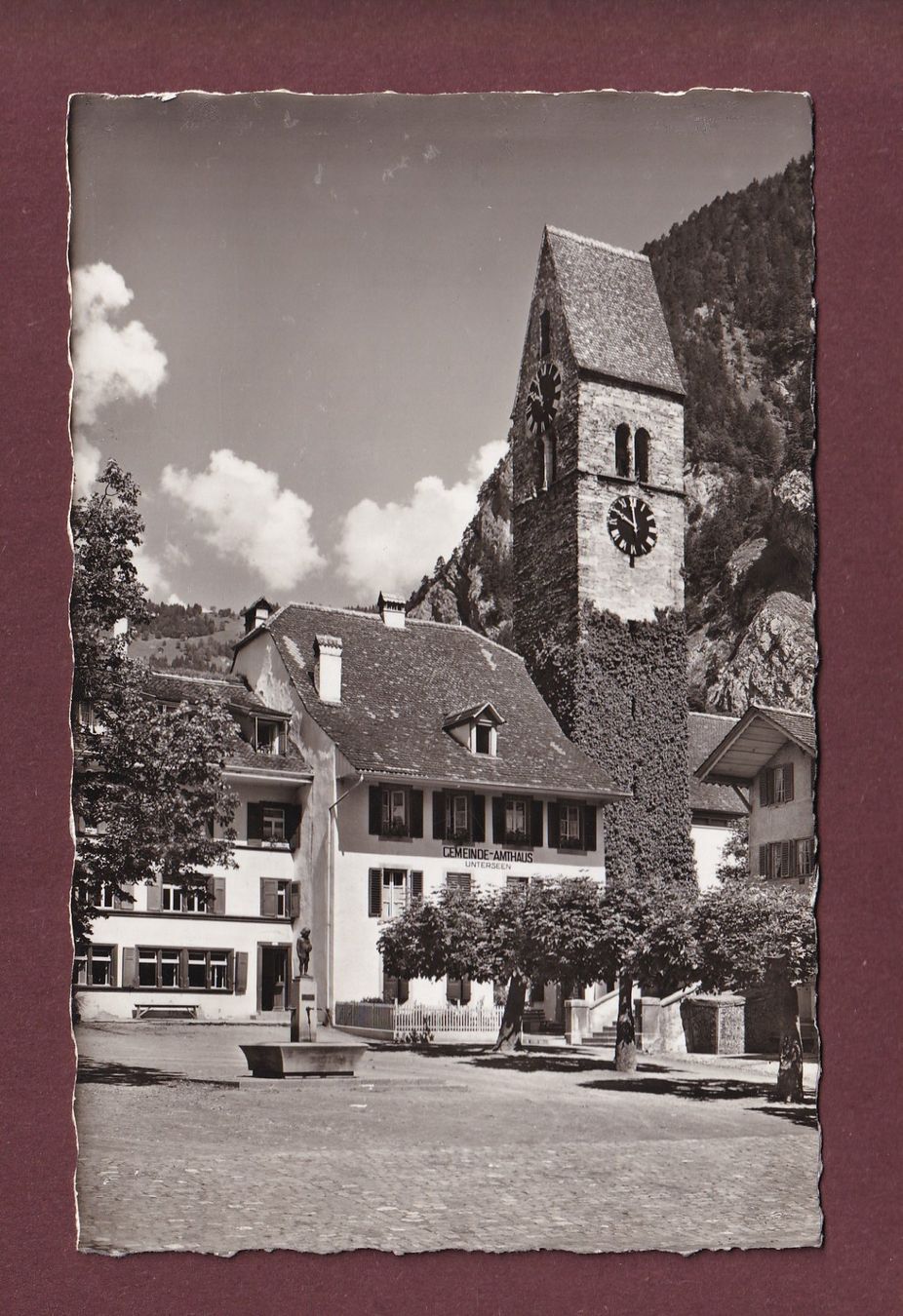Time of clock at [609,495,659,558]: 9:59
